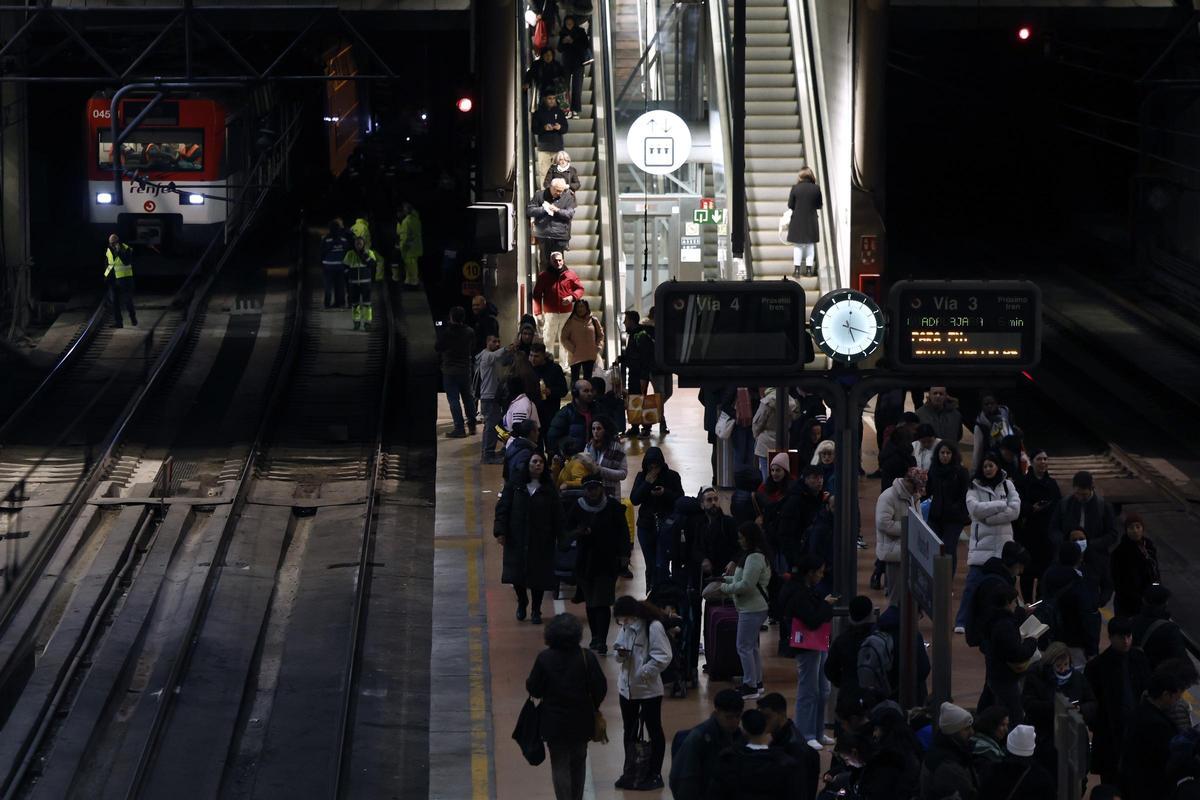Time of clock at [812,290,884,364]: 5:18
